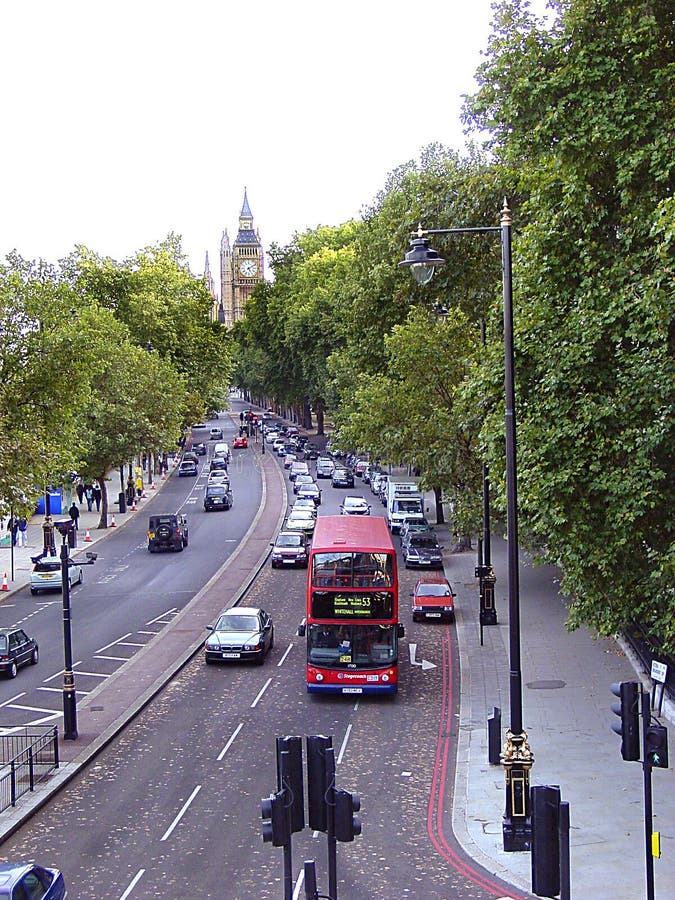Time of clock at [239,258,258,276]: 5:09
